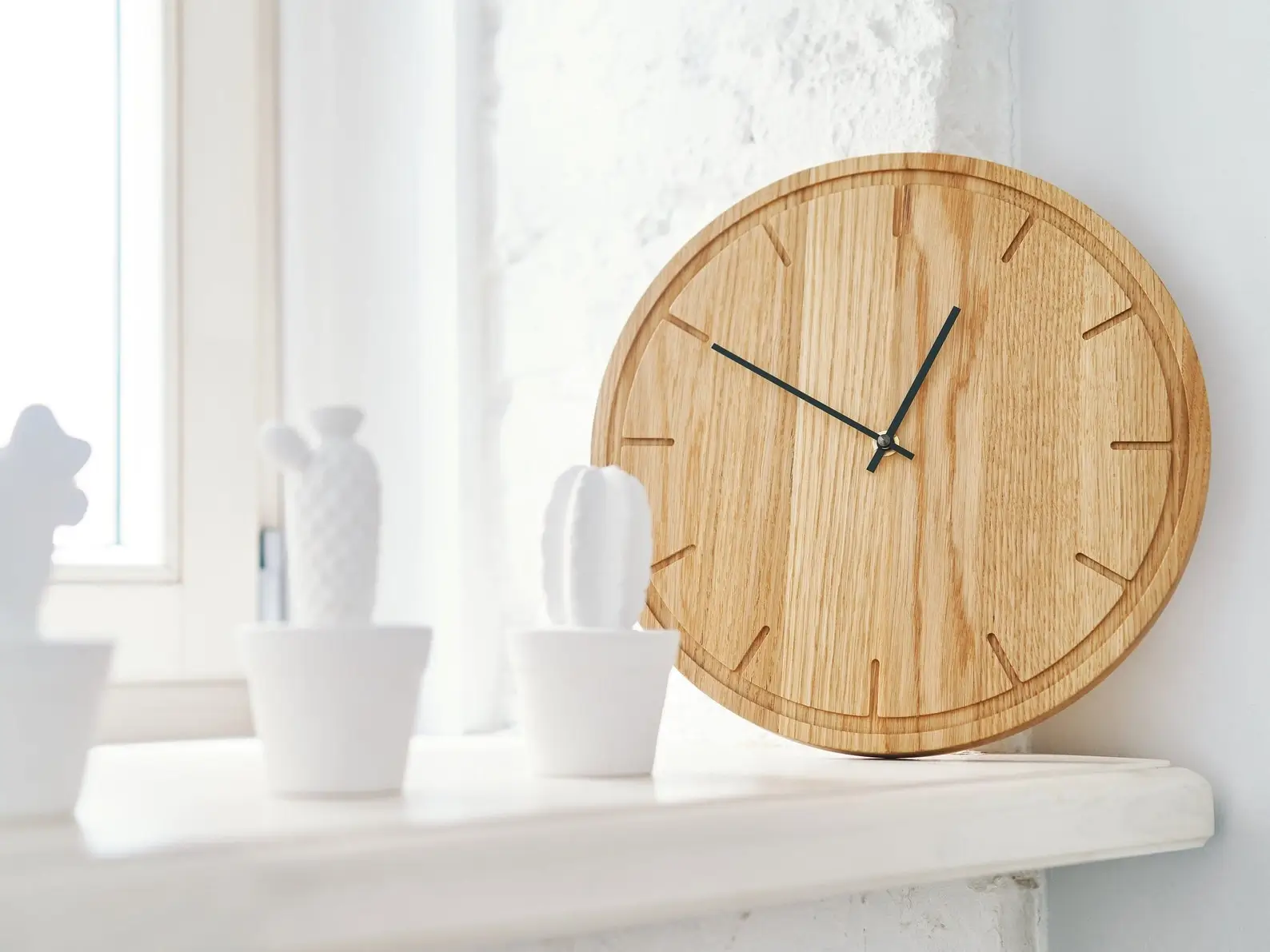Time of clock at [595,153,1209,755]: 12:49
